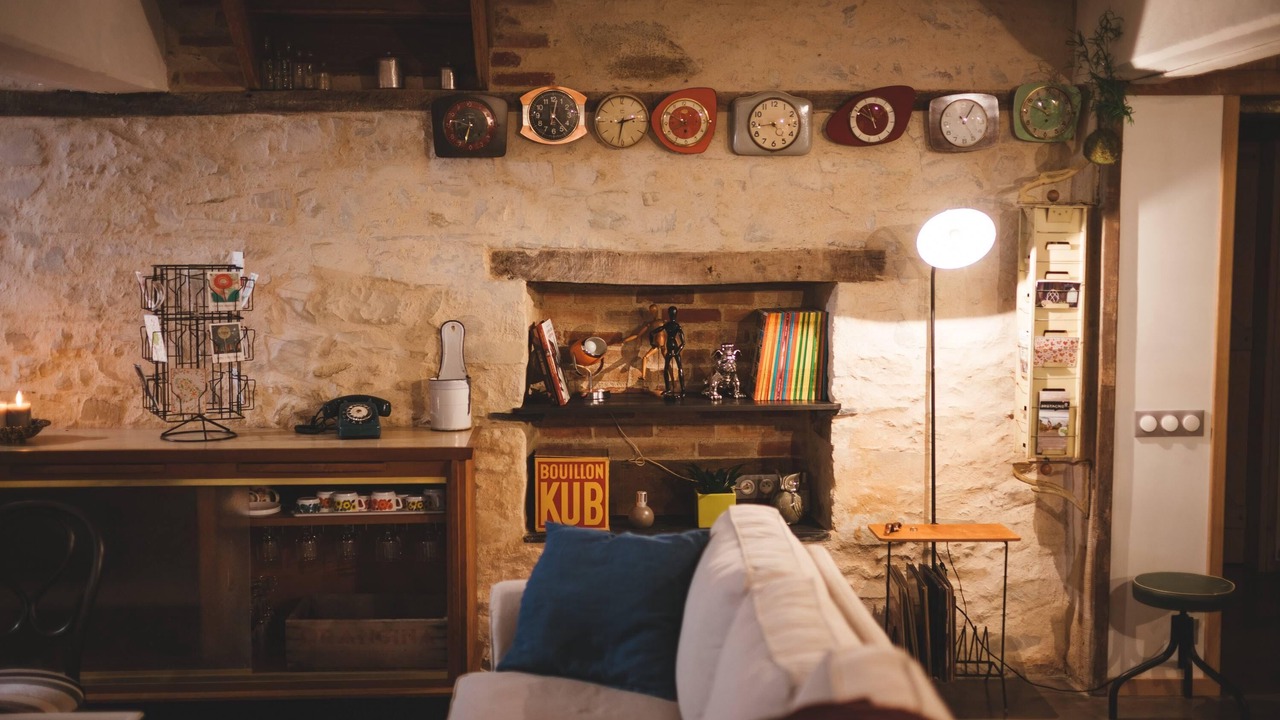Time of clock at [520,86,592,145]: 12:23
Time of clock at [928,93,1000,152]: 1:05
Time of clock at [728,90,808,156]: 4:44
